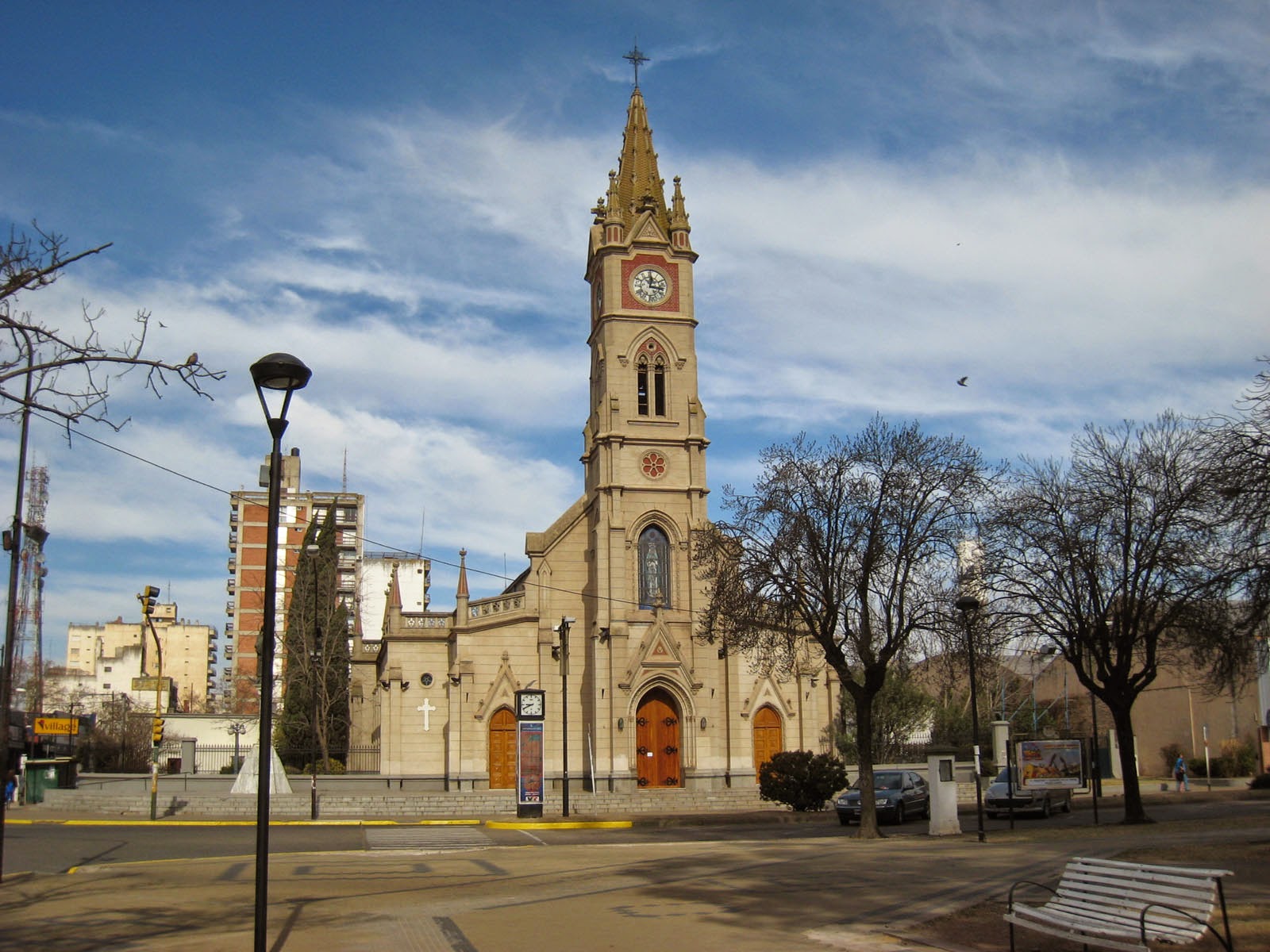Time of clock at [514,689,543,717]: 8:40
